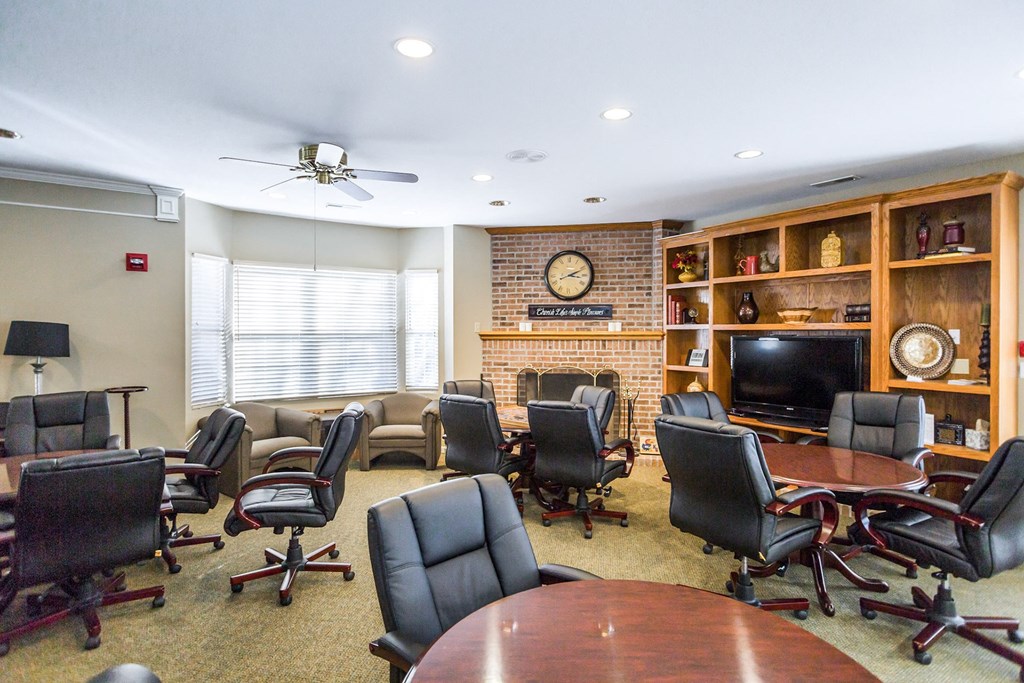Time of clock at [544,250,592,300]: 3:11
